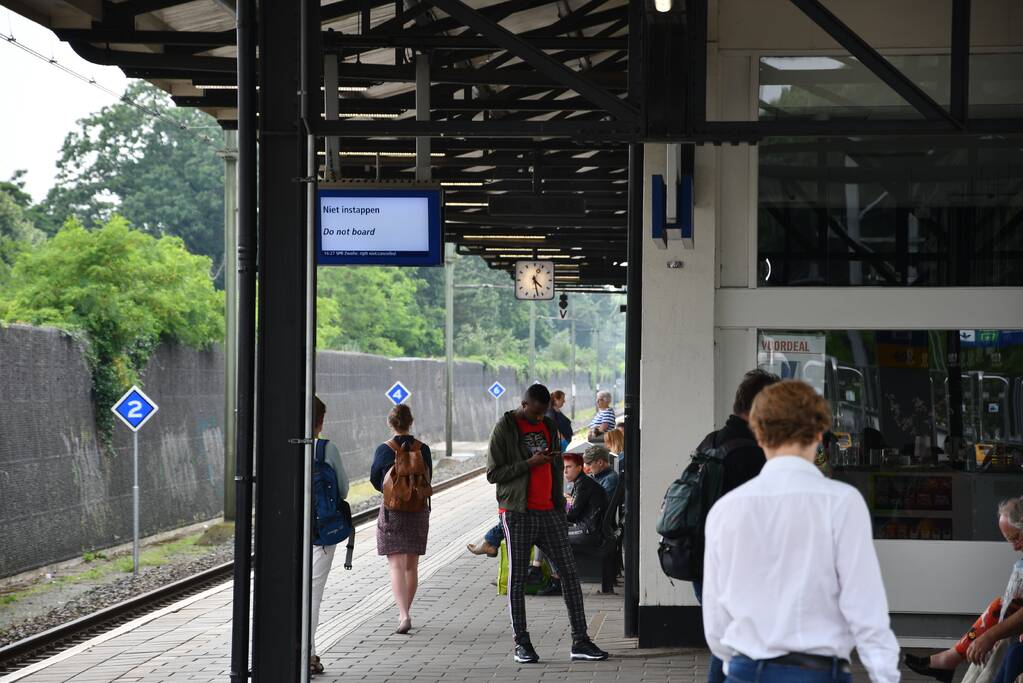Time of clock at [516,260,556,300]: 4:28
